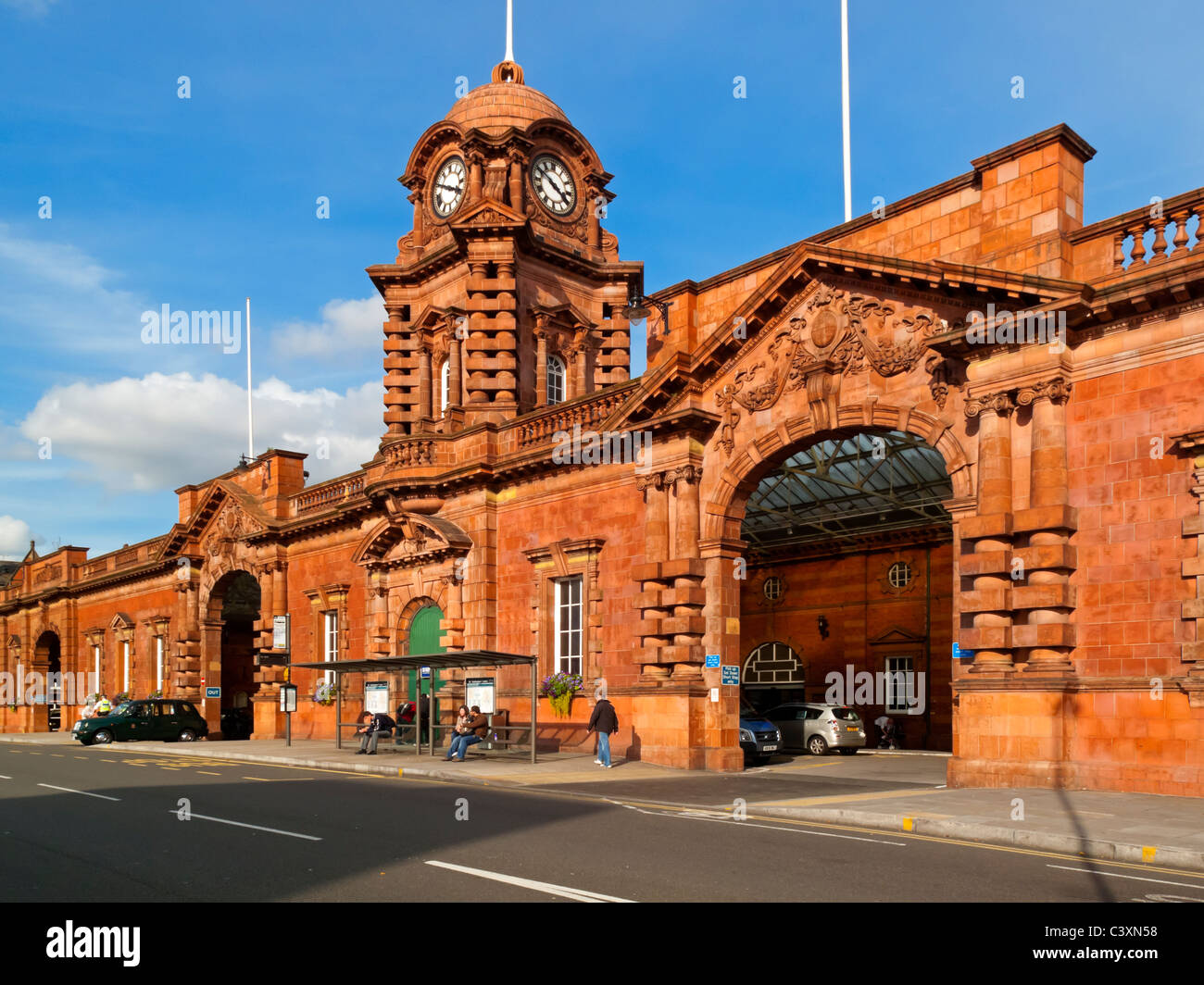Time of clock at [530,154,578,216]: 3:50
